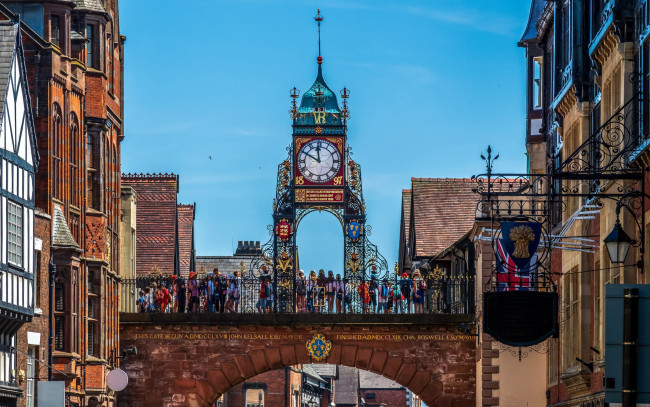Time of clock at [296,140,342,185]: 11:49
